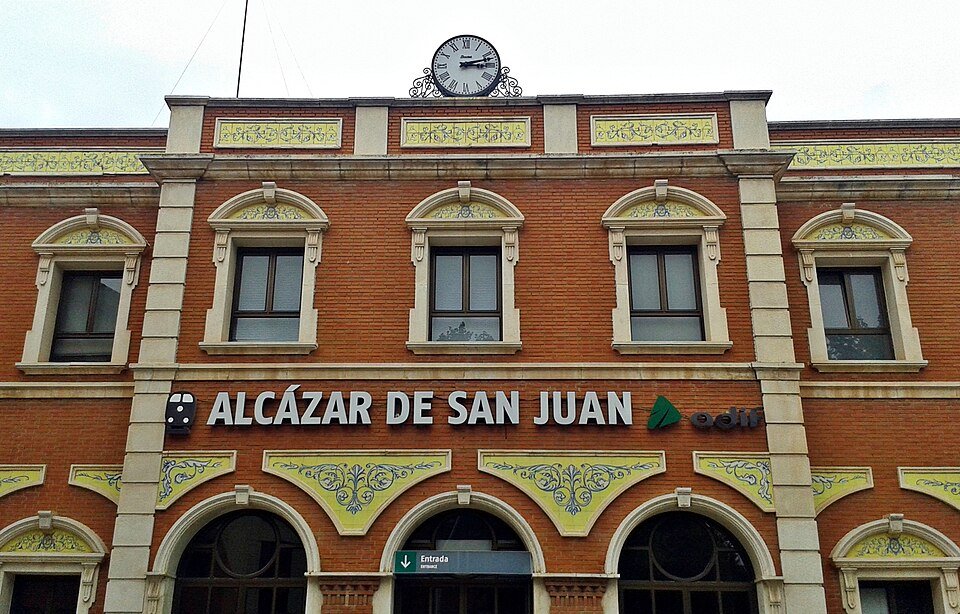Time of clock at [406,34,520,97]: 3:12
